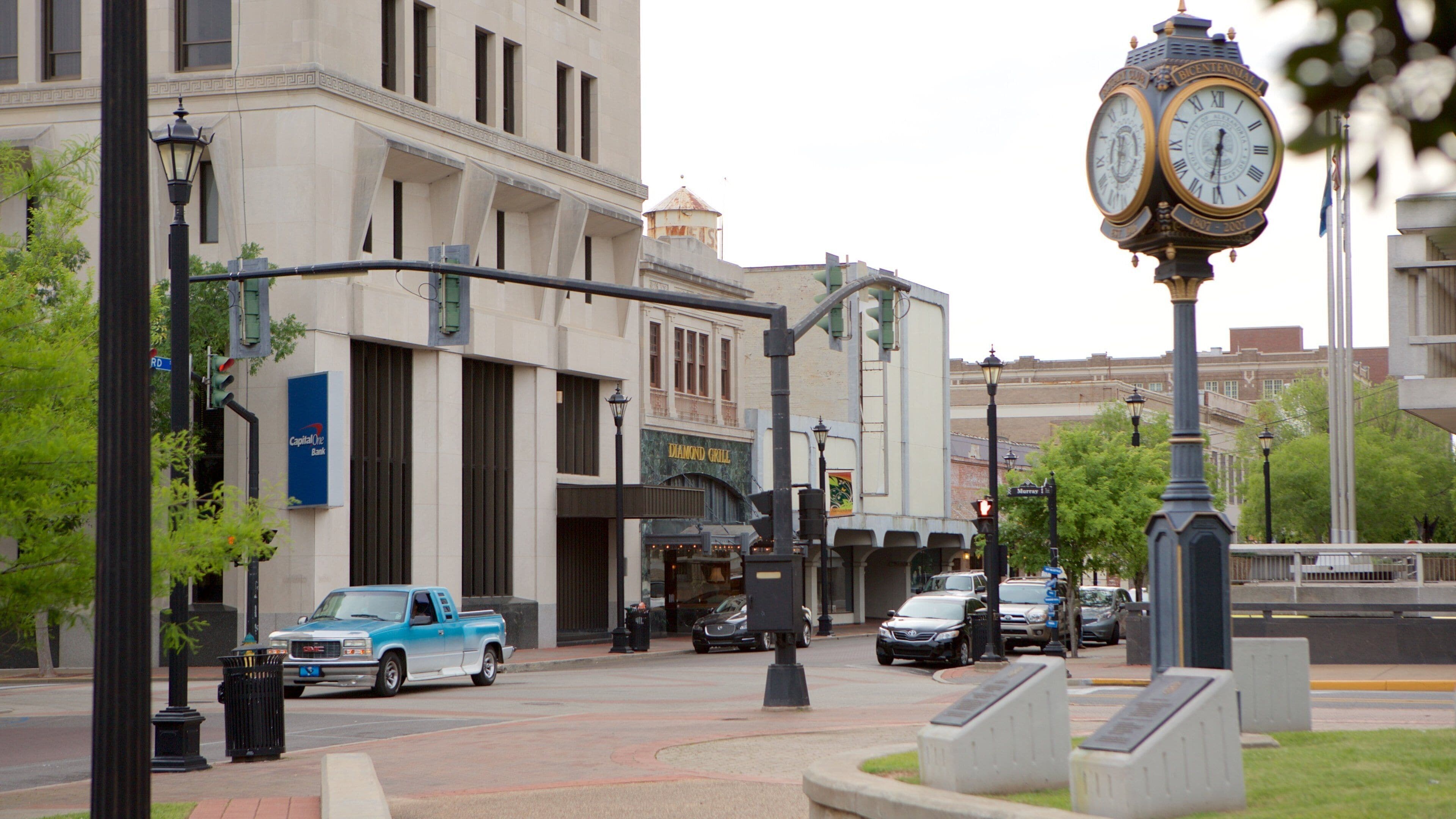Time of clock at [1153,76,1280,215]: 6:32
